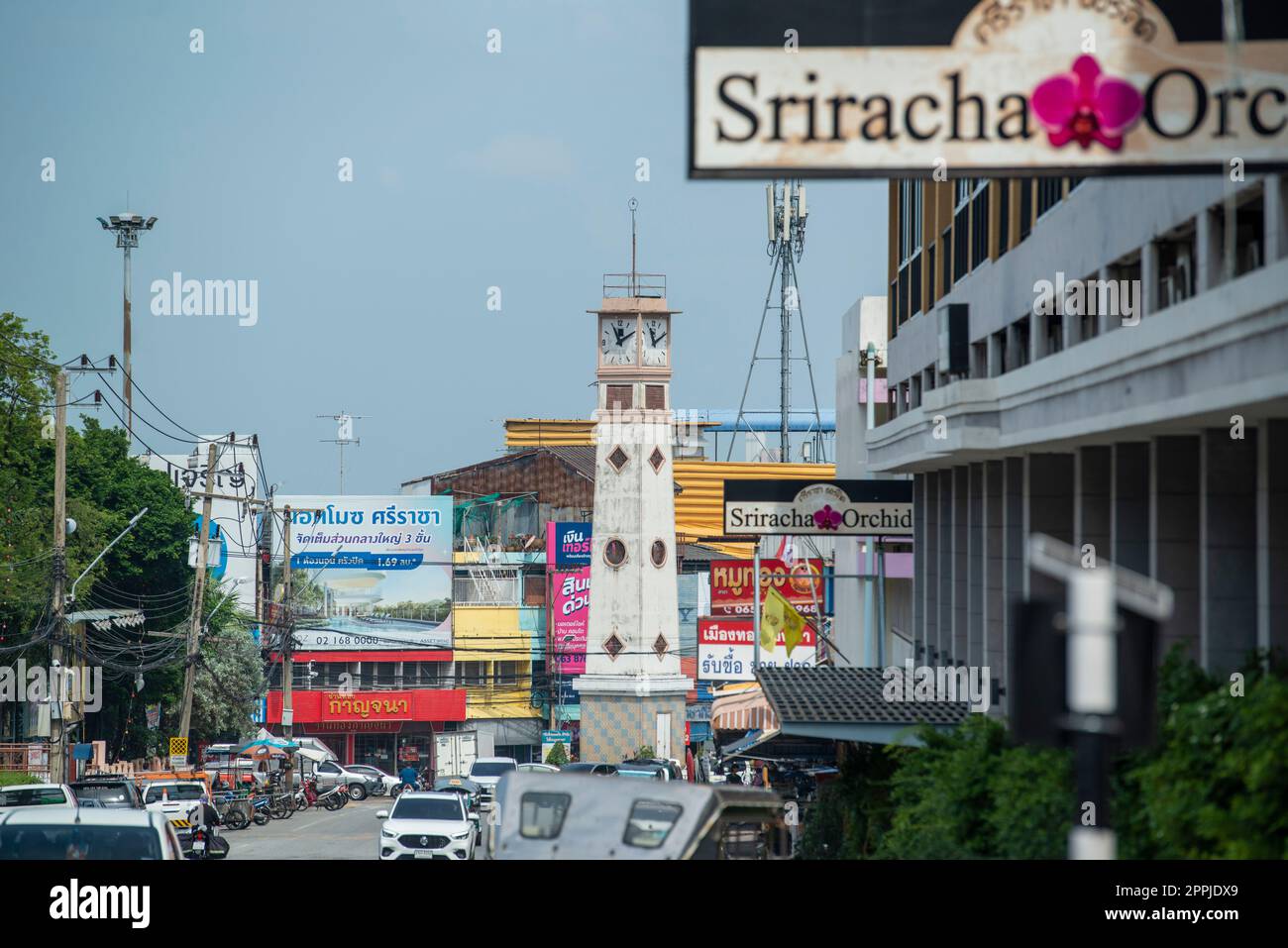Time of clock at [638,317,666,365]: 11:10
